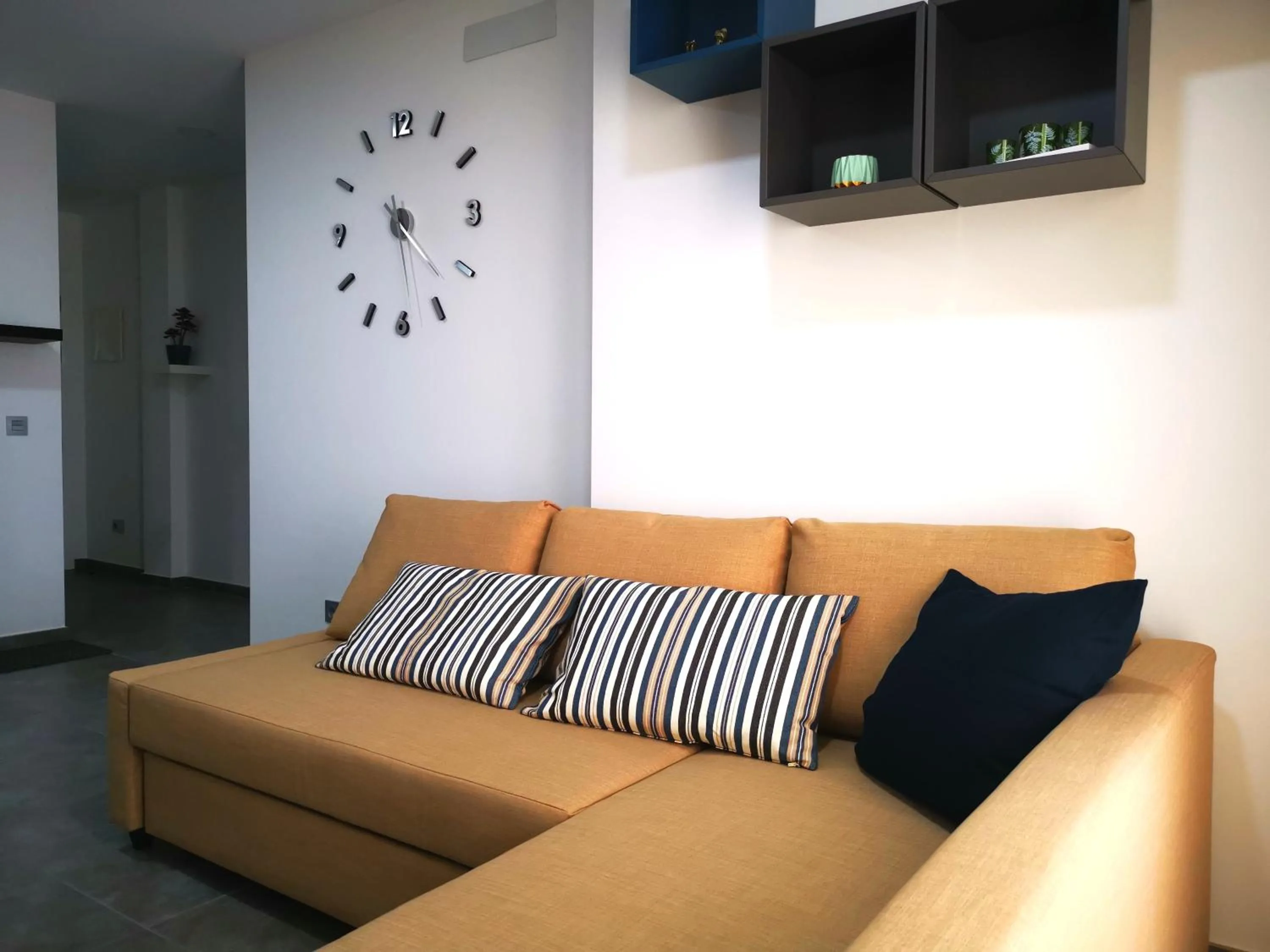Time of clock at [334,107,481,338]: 4:28
